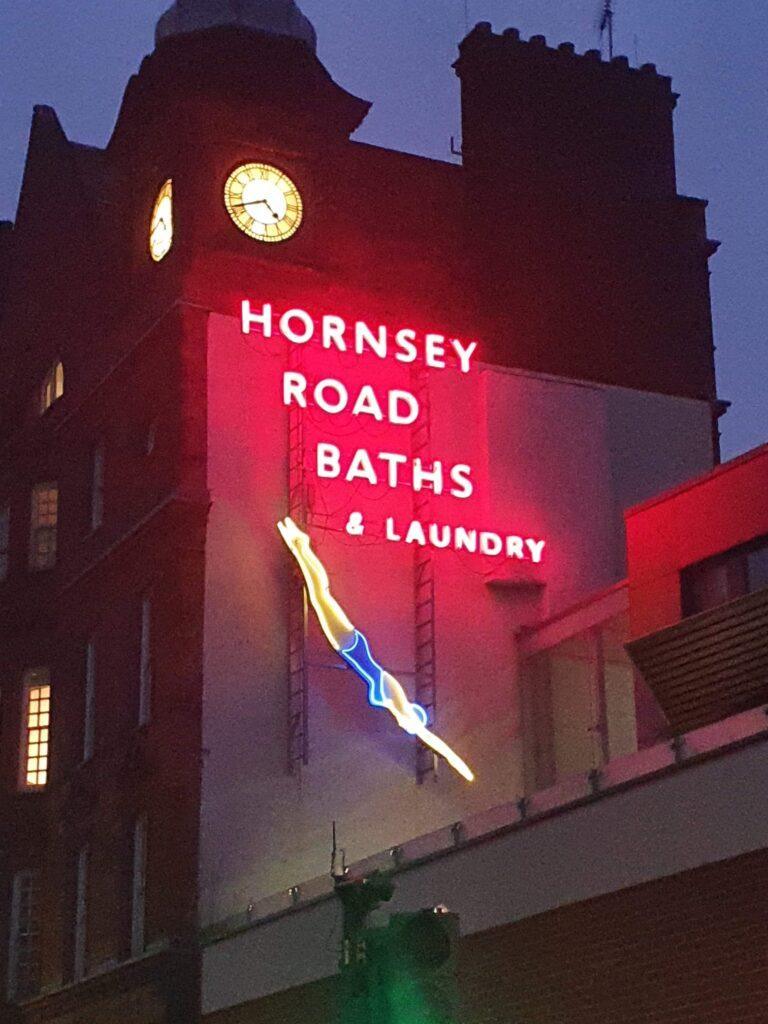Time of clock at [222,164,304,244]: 4:41
